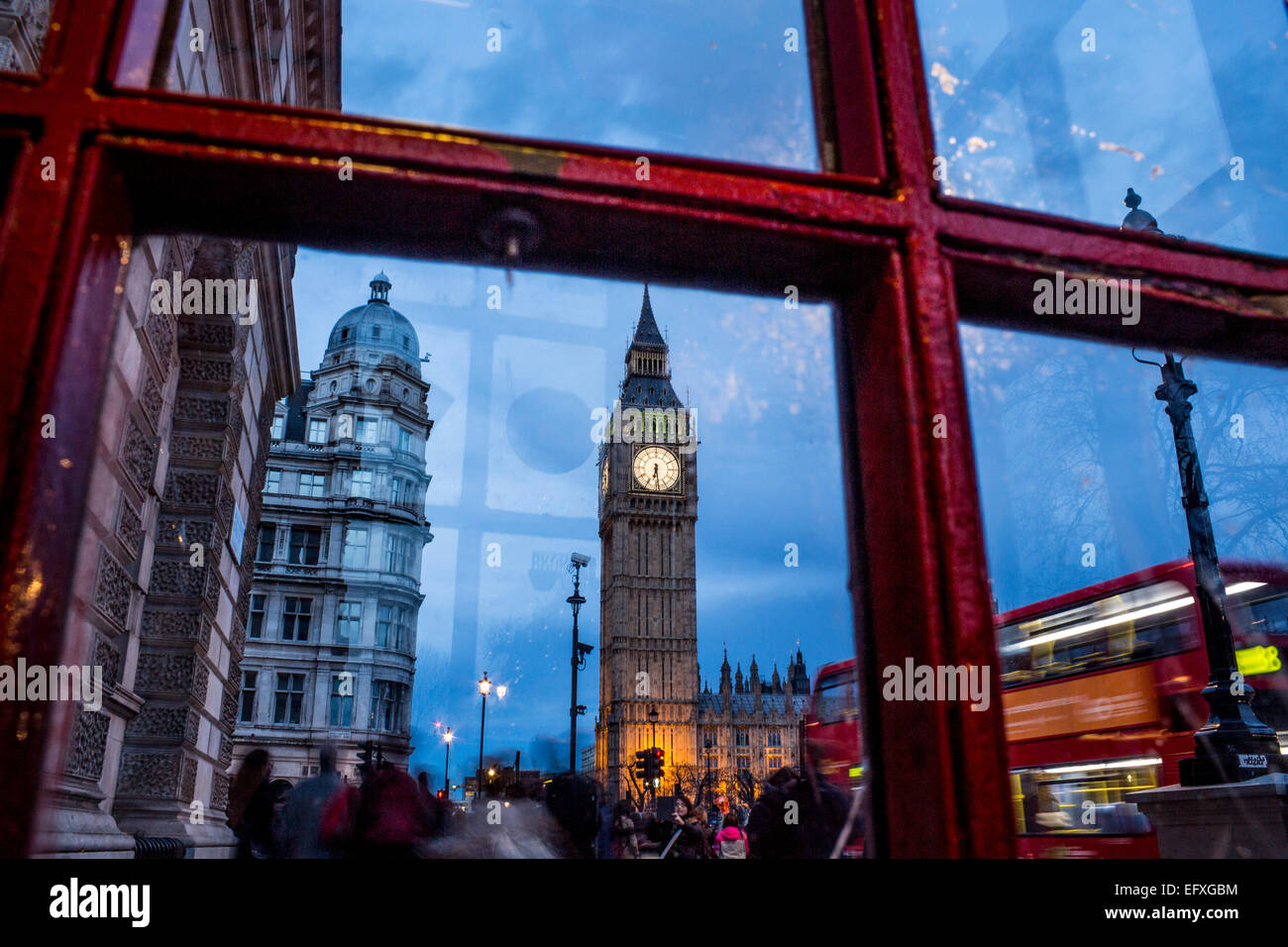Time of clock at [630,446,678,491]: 6:28
